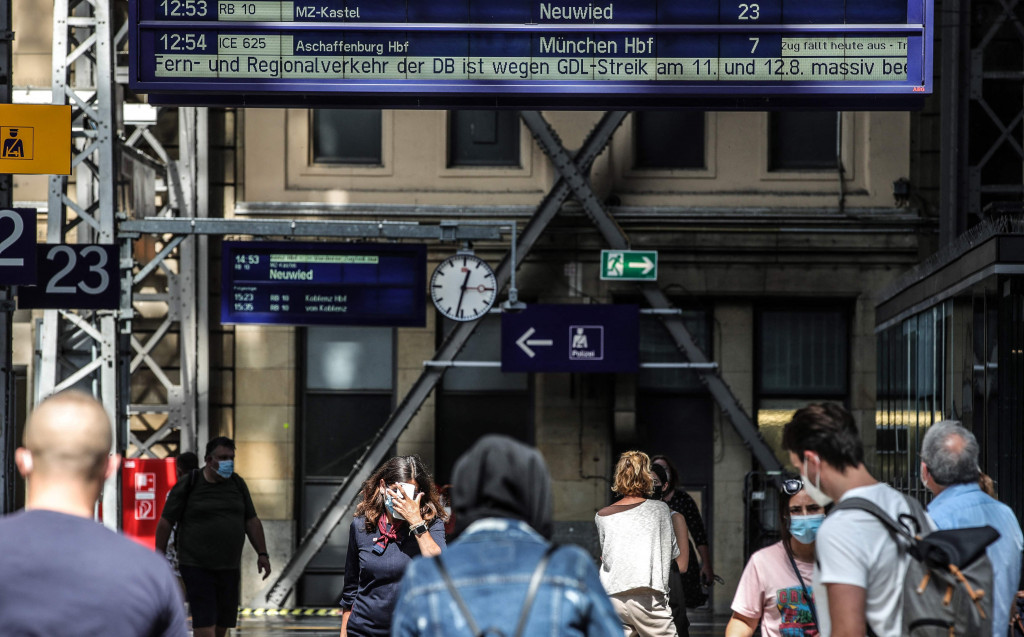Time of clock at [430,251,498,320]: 12:31
